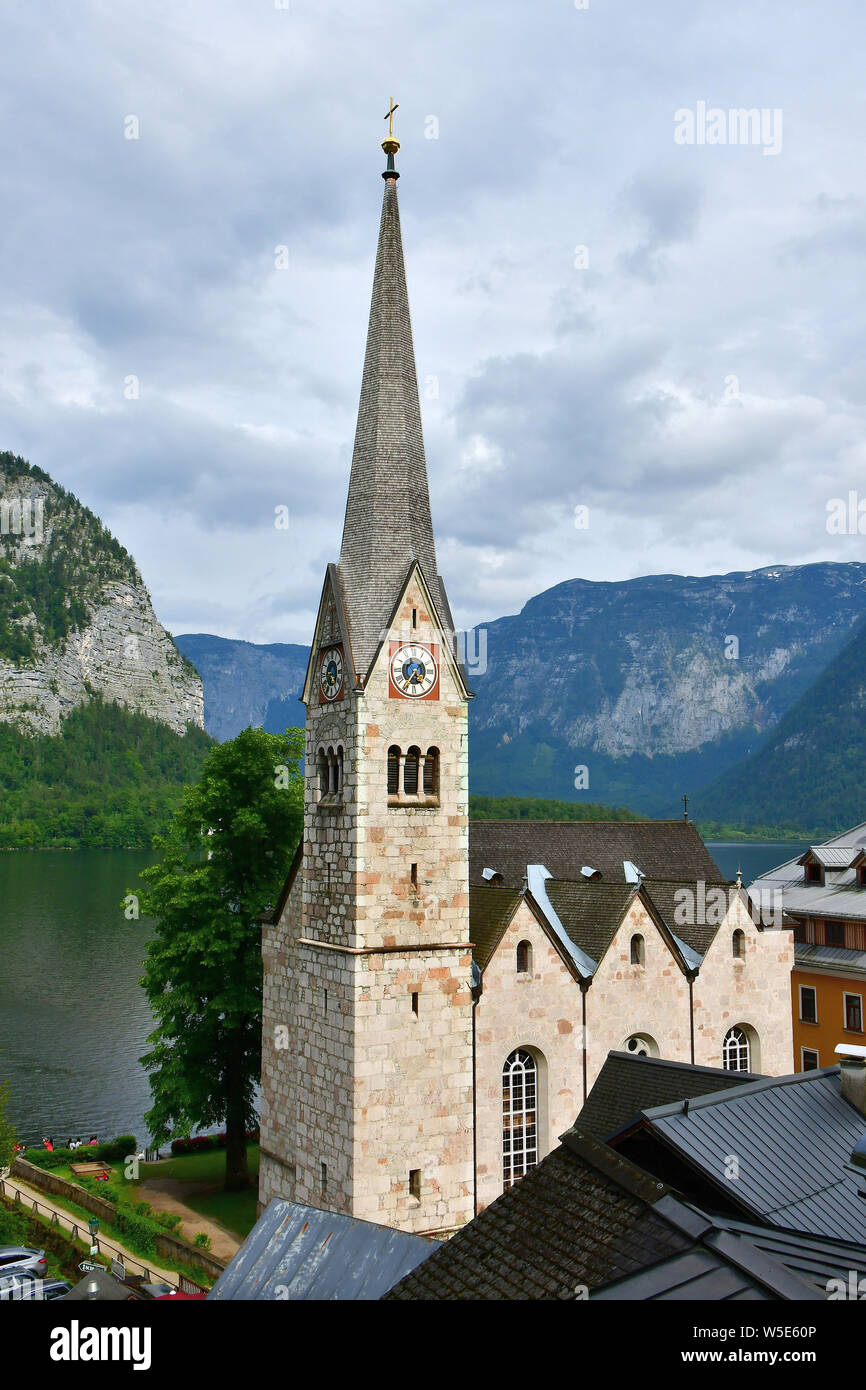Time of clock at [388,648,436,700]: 4:35
